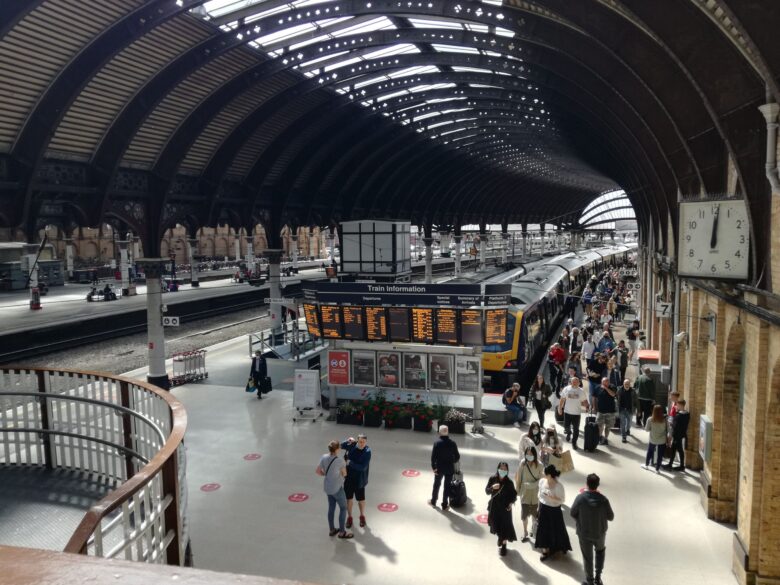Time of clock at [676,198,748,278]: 12:01
